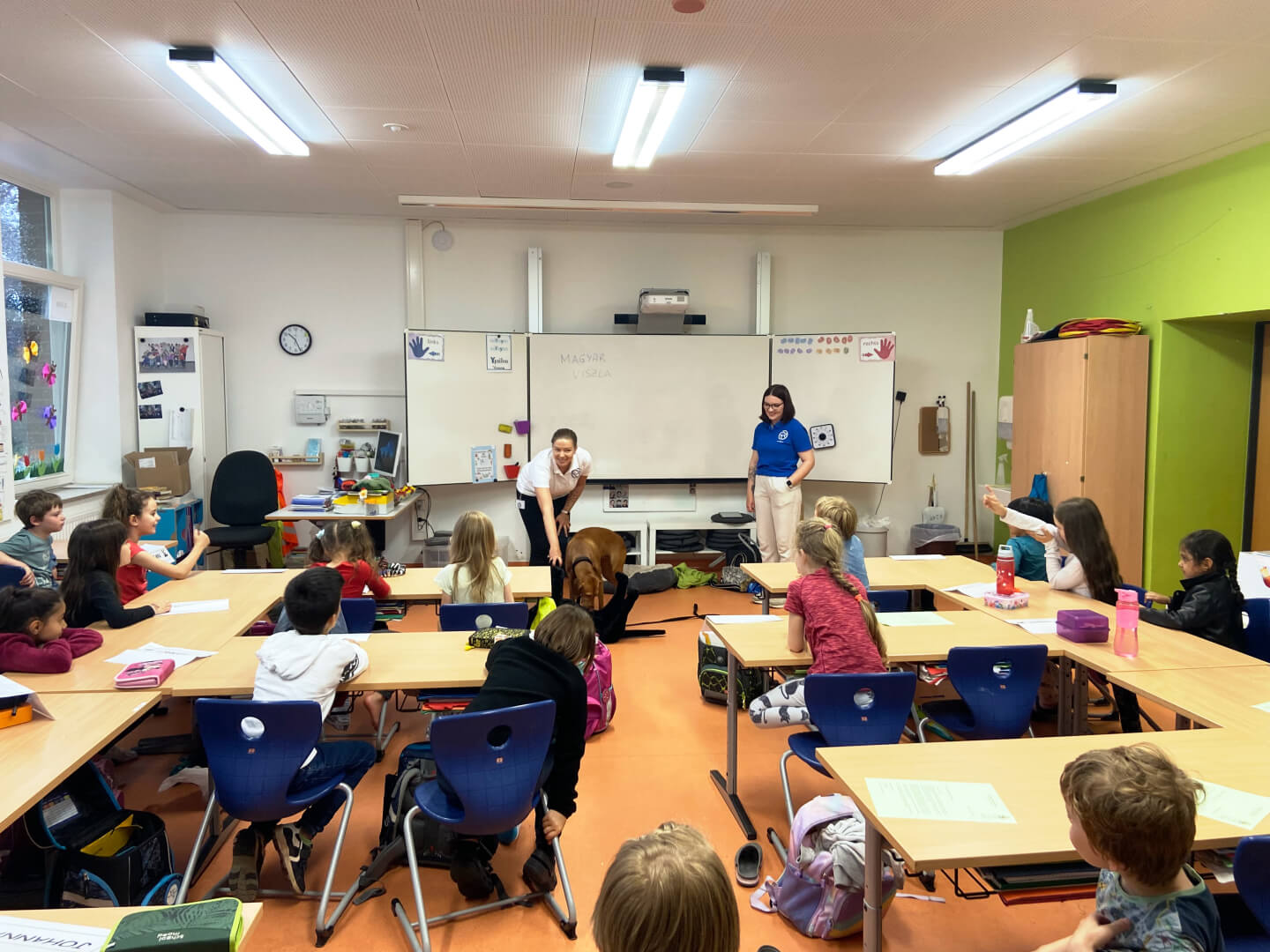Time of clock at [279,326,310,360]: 10:26
